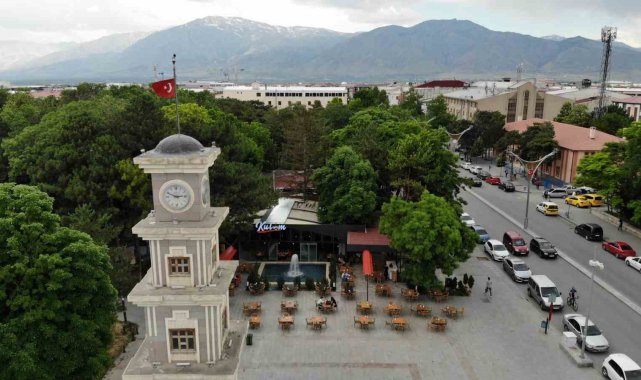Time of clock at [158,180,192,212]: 2:48
